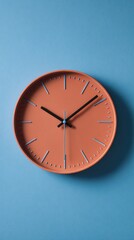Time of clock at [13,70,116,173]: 10:08
